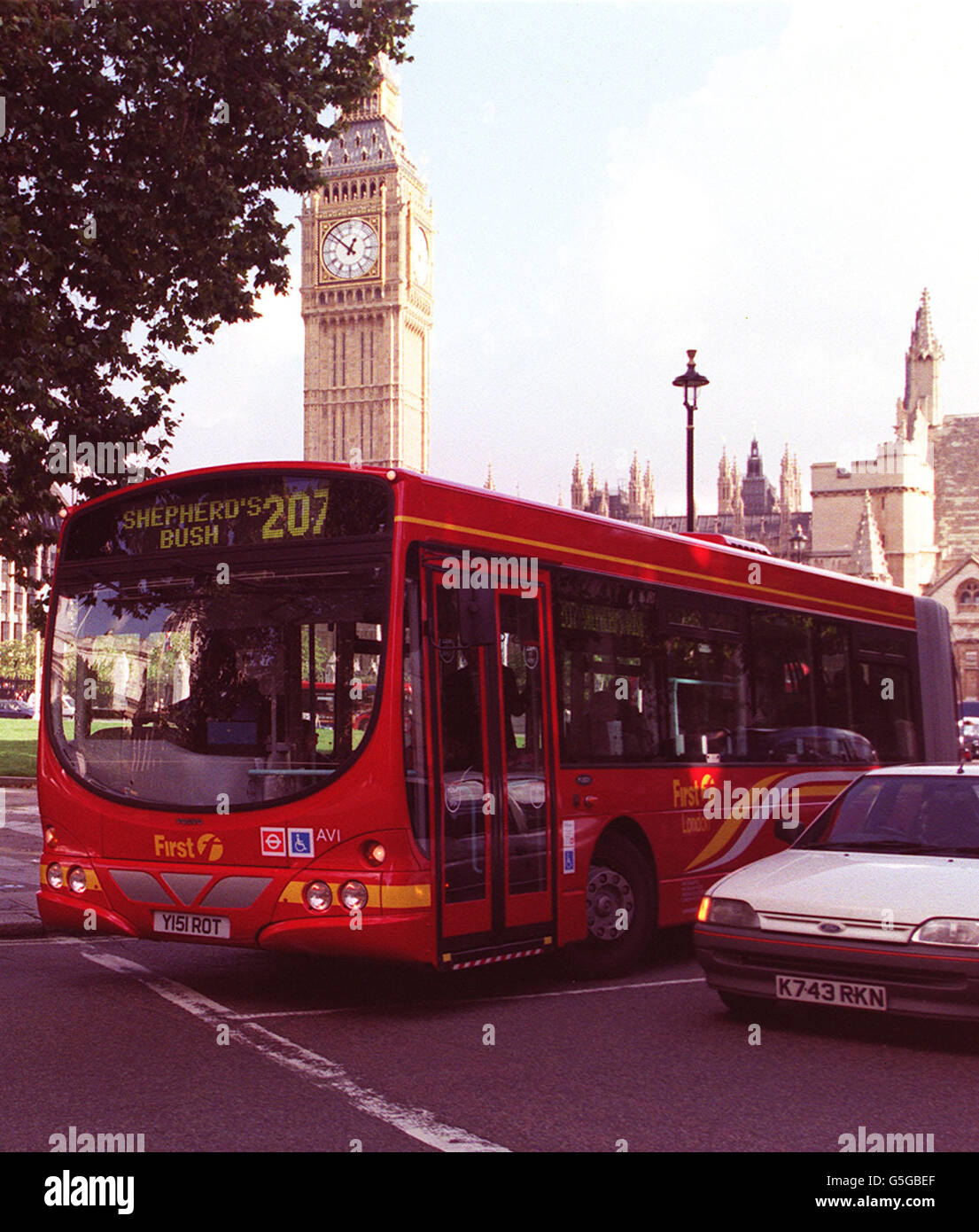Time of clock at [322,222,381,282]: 12:52
